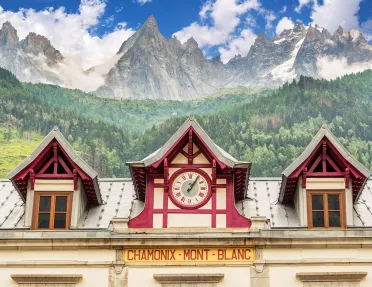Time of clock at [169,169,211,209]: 1:05
